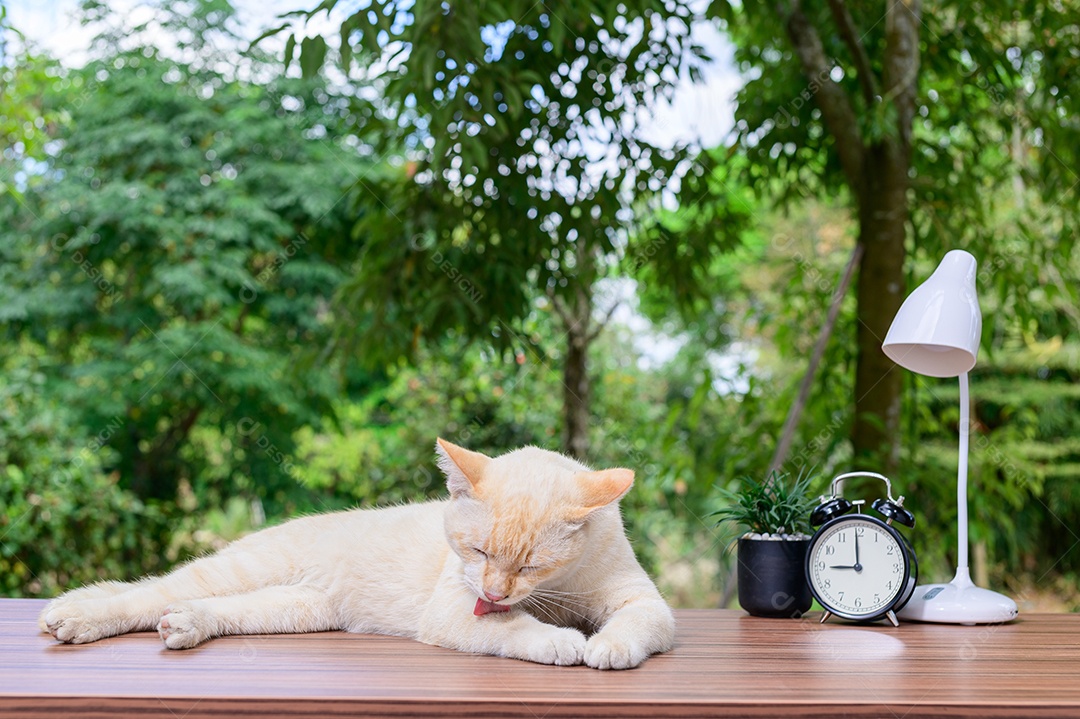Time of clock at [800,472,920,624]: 8:59
